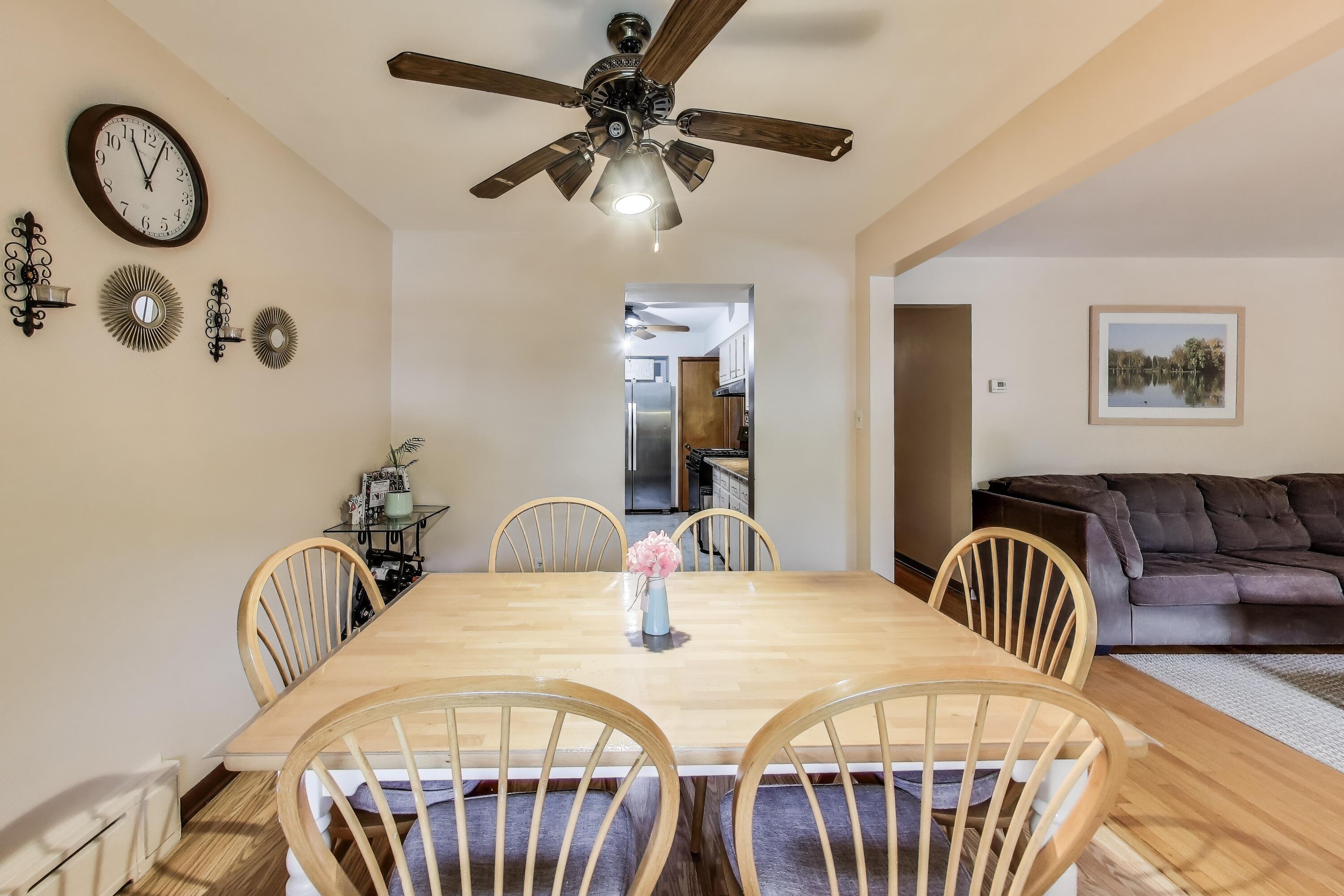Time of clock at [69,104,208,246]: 11:03
